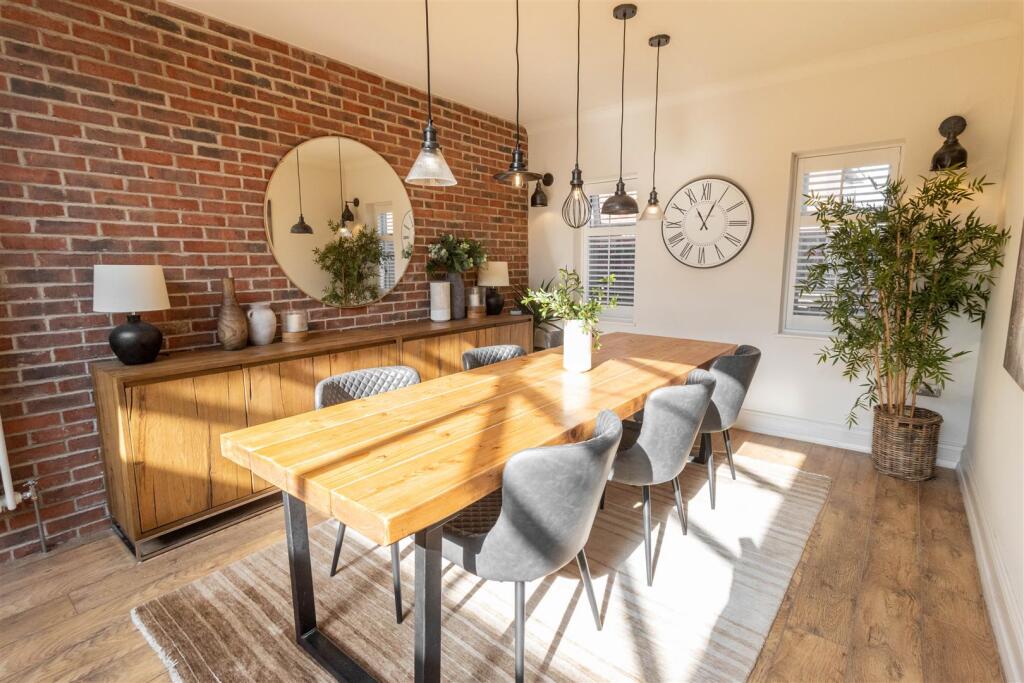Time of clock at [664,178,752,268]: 11:04
